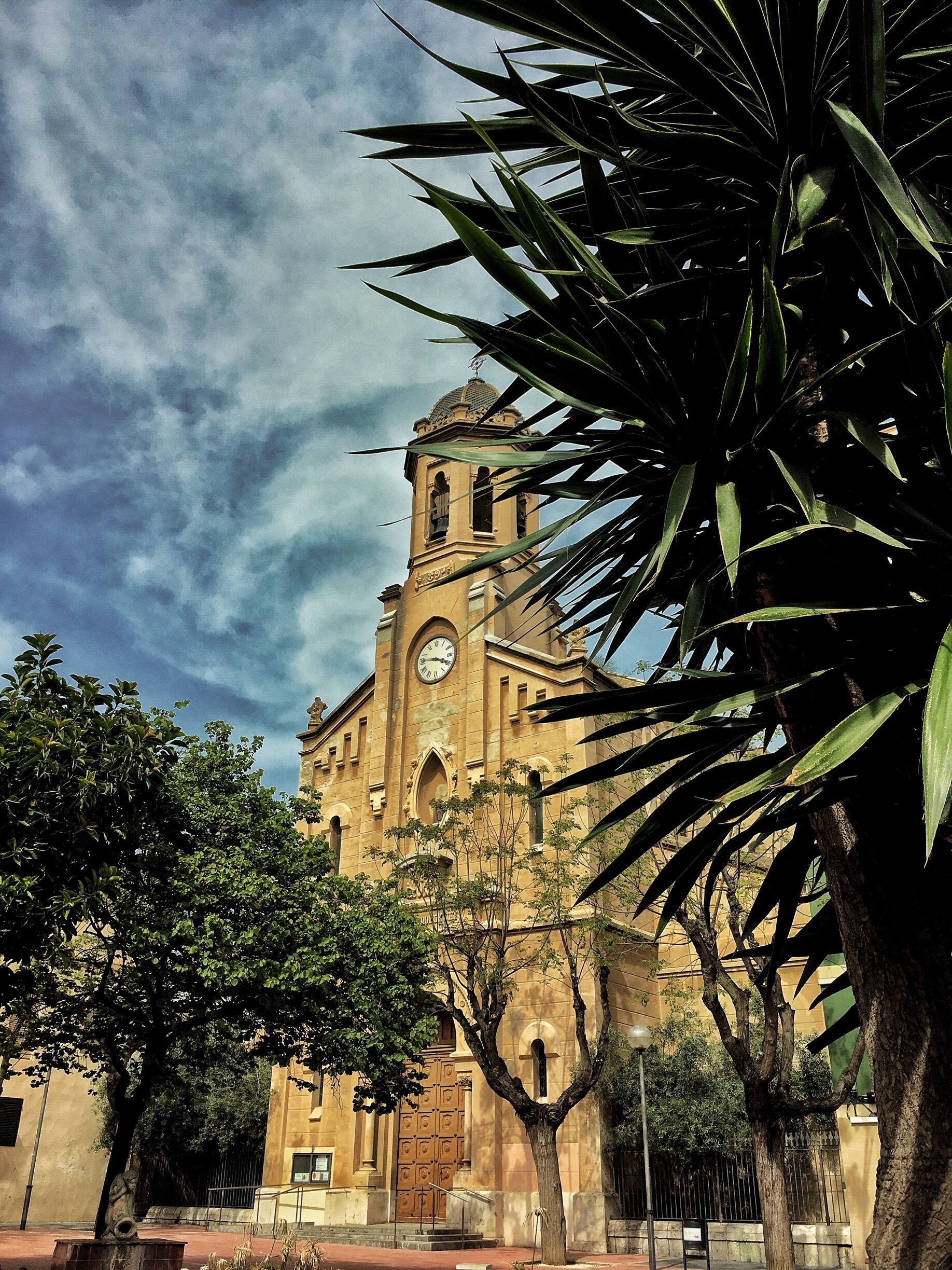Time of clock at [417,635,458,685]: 3:46
